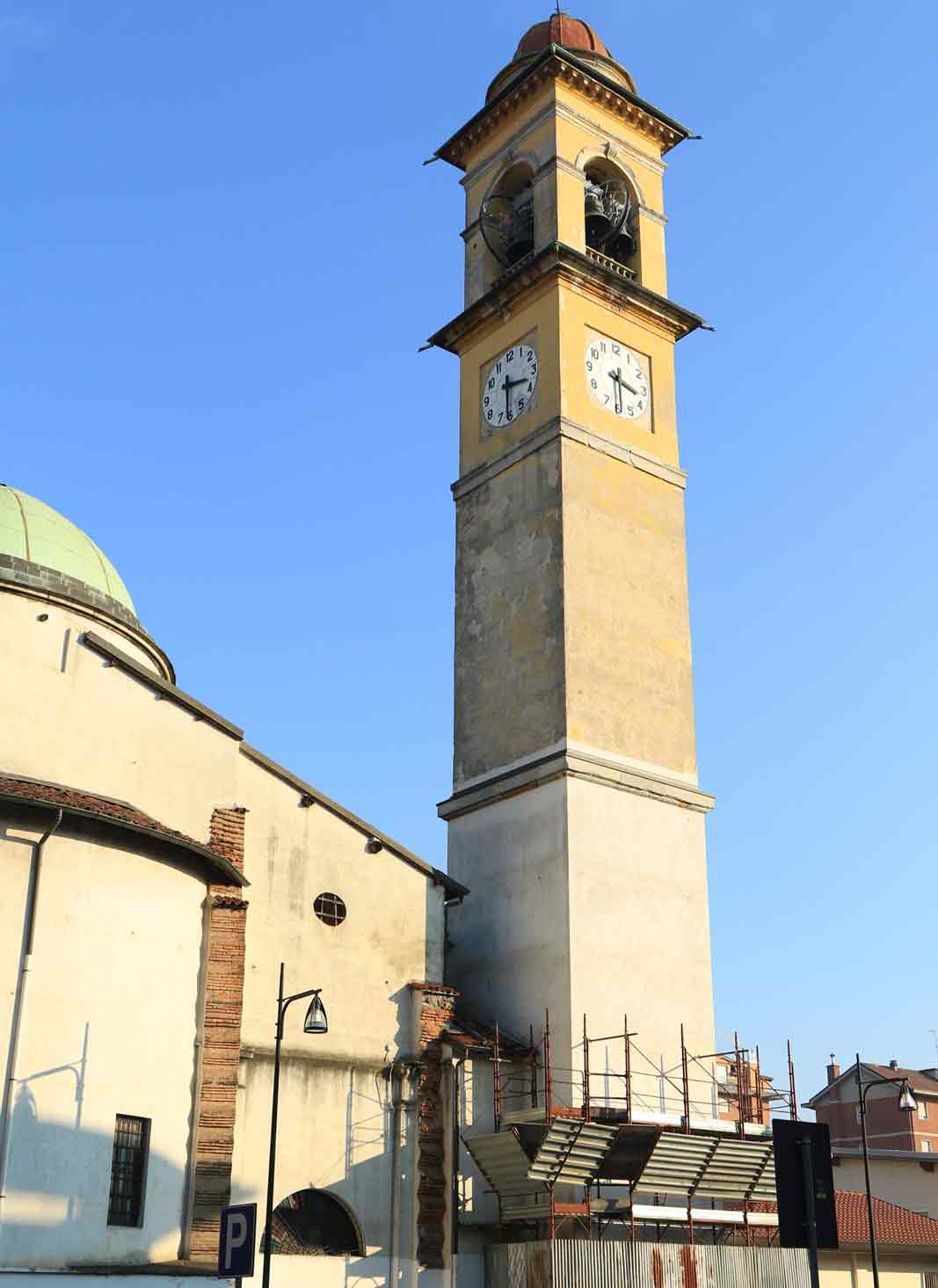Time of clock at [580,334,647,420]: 3:29
